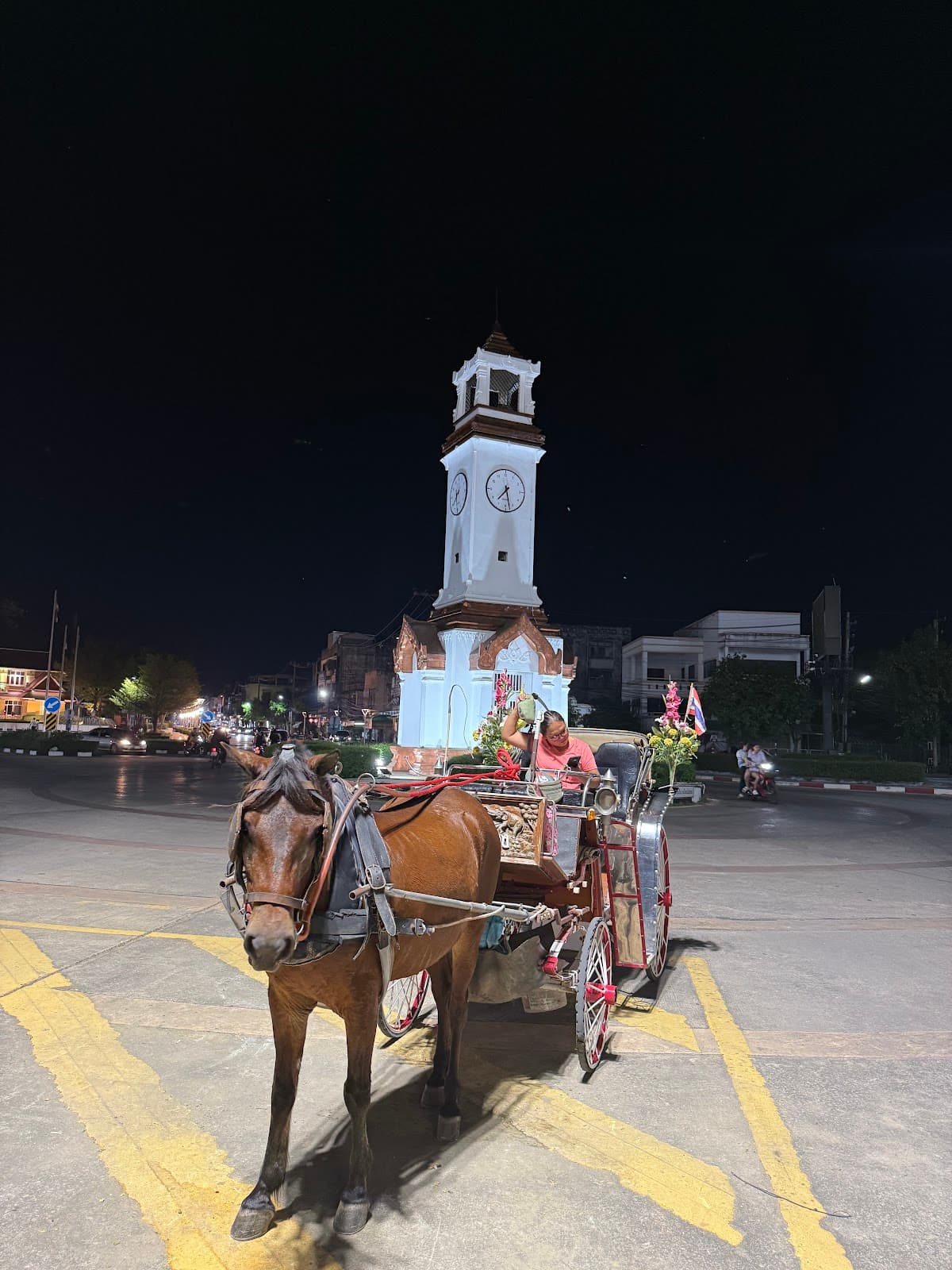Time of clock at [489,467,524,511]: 7:28
